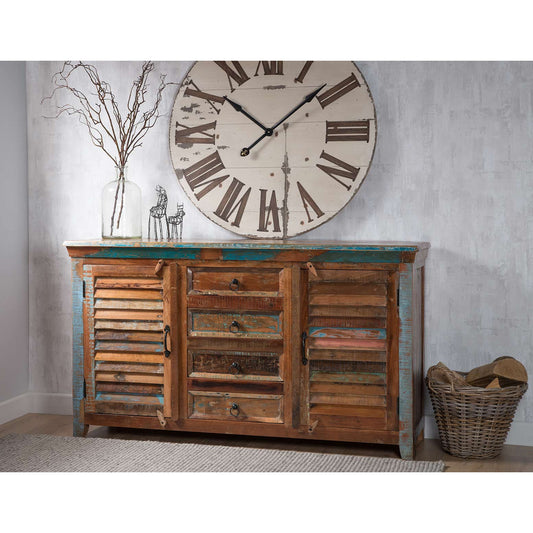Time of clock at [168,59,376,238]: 10:08
